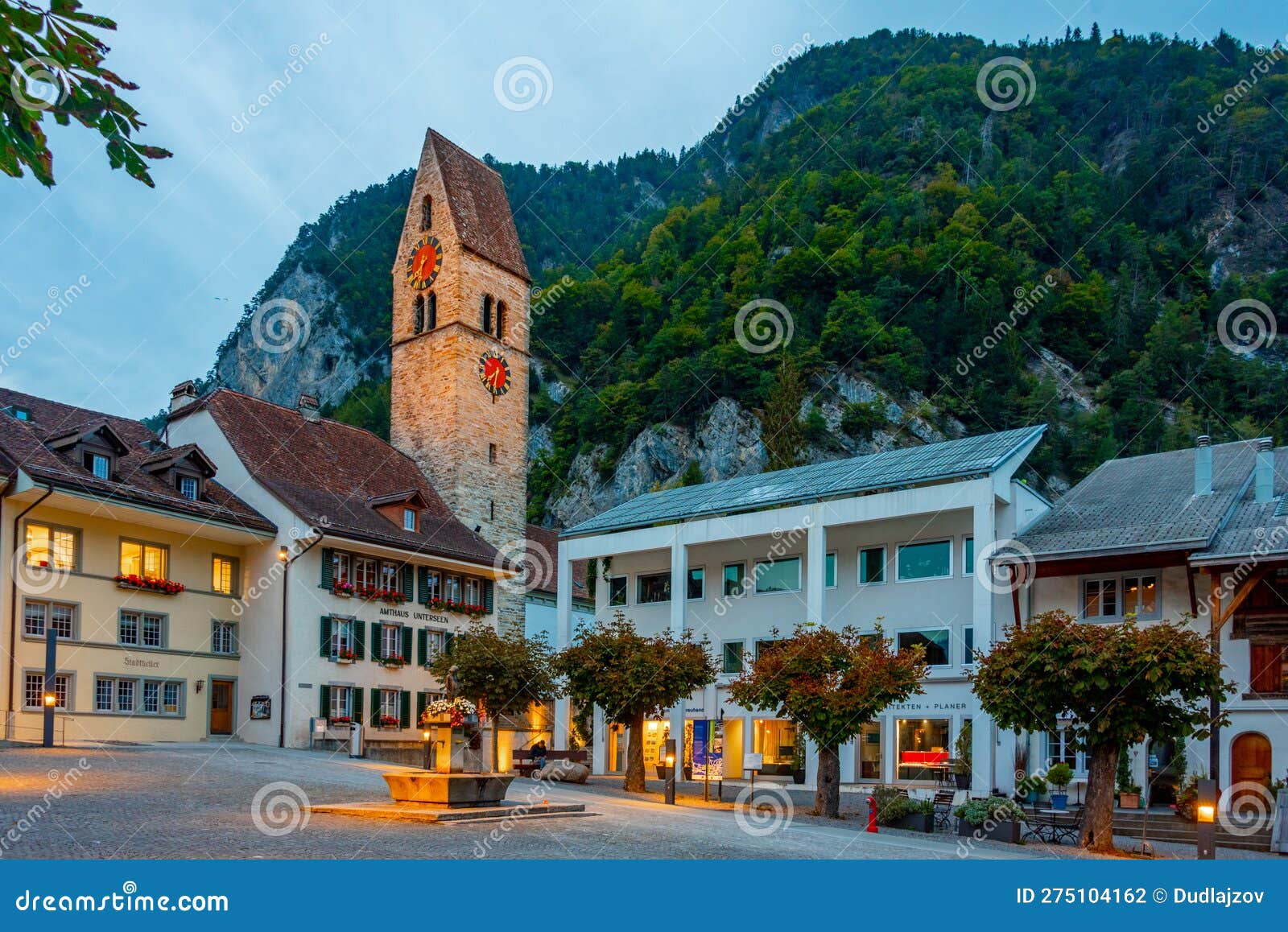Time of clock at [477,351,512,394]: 7:32
